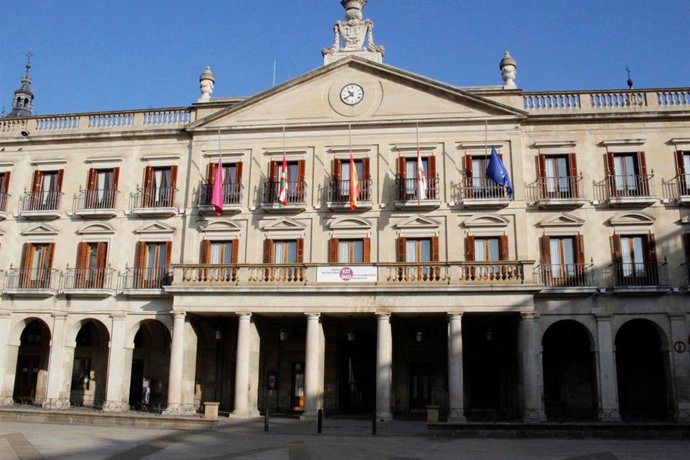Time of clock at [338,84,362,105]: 10:39
